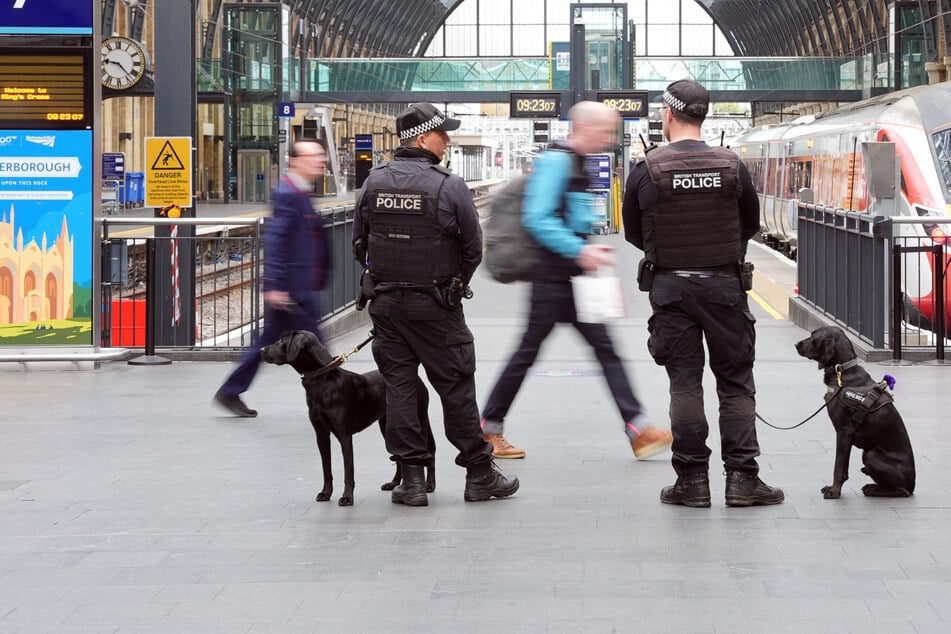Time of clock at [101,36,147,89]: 9:22
